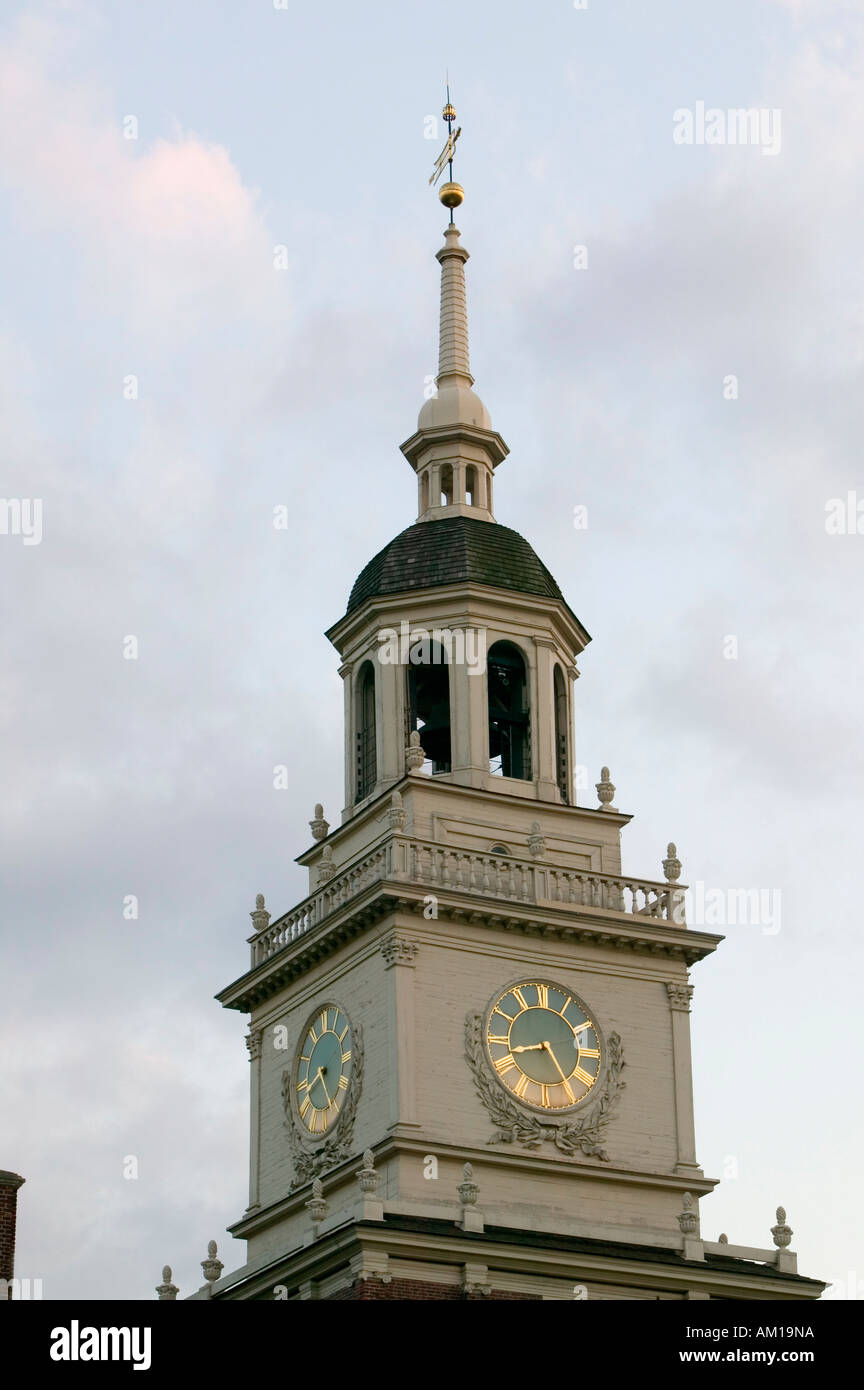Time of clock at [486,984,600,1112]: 8:24
